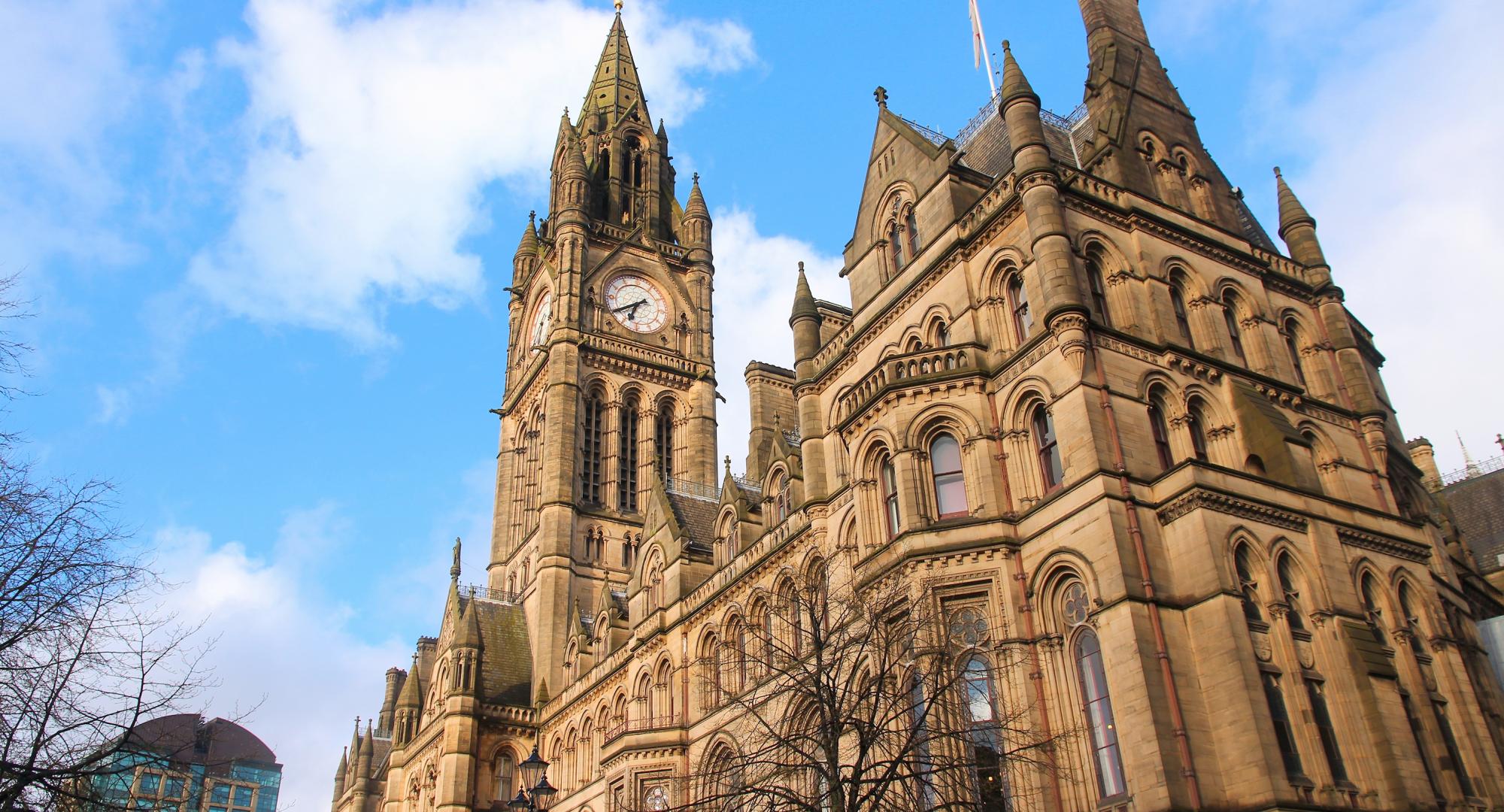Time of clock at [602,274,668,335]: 6:39
